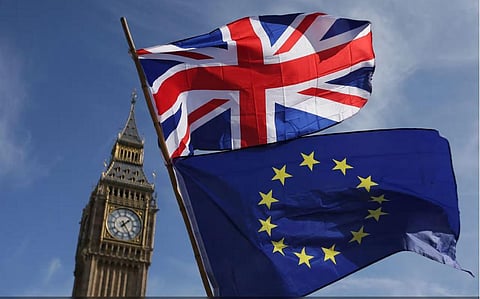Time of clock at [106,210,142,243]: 1:24
